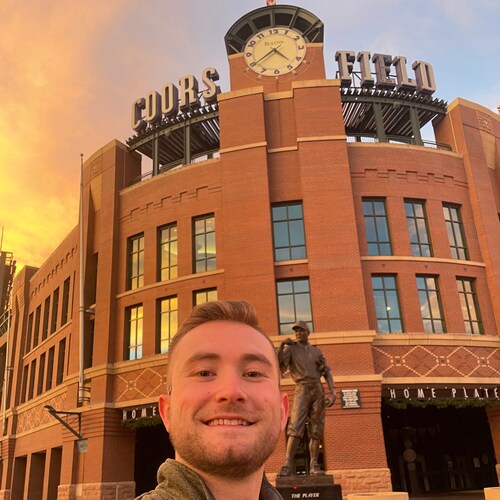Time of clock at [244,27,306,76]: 4:39
